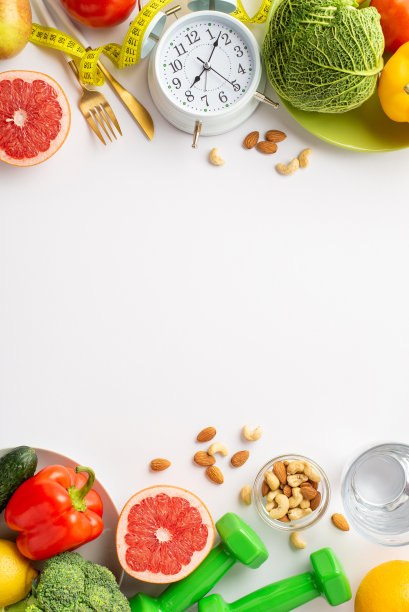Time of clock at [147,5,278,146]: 8:08
